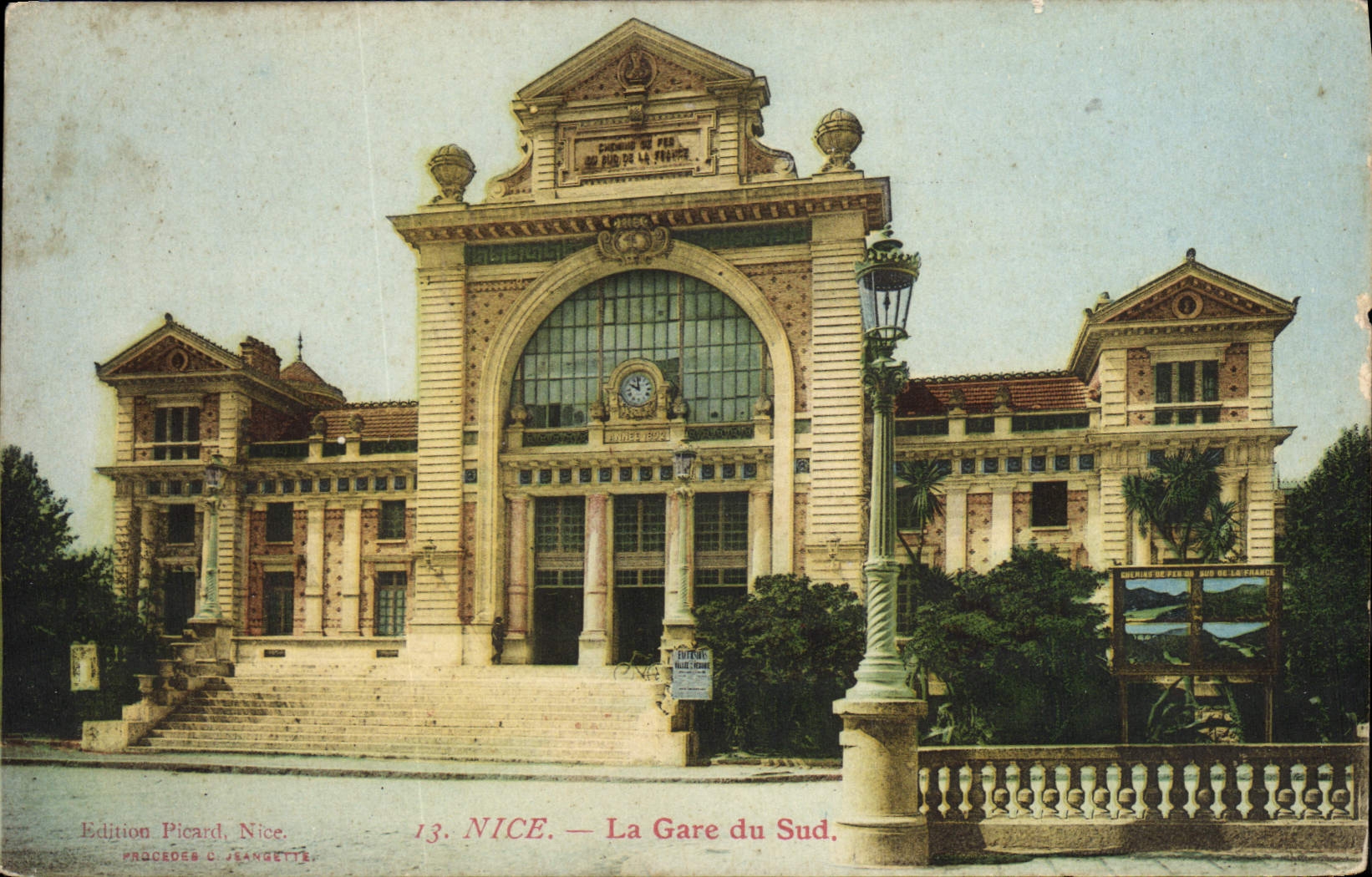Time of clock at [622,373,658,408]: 9:58
